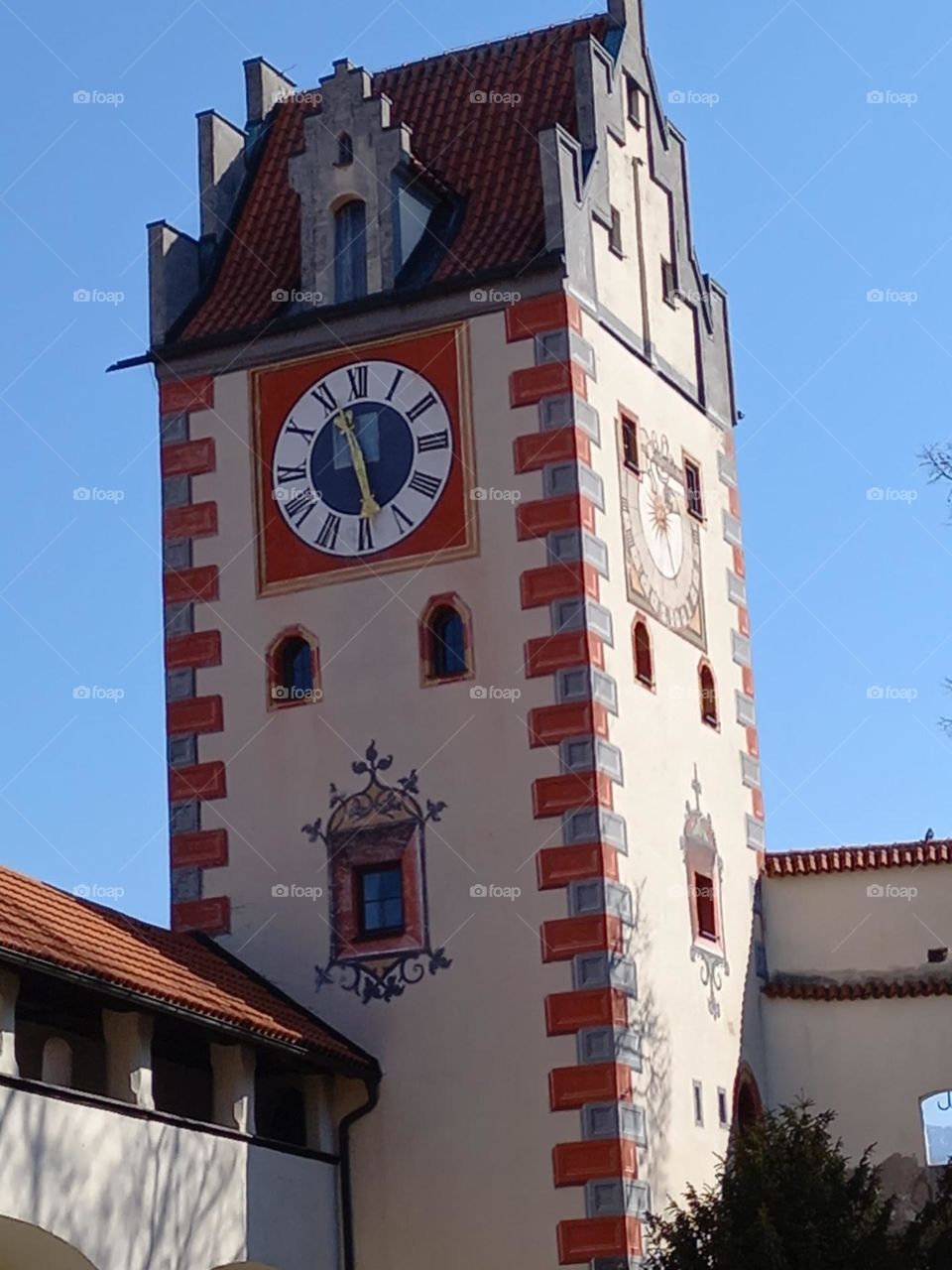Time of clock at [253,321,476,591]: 5:56
